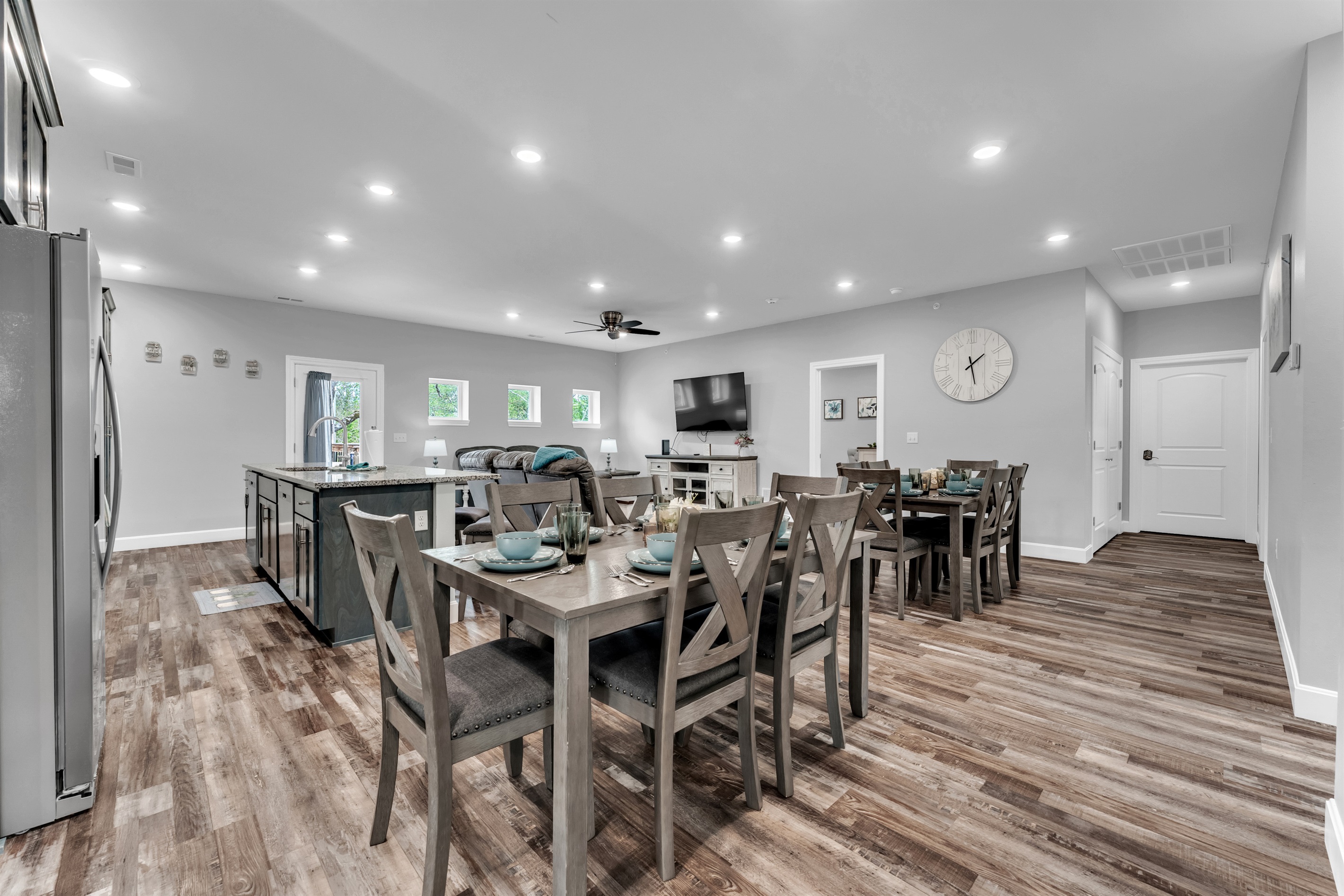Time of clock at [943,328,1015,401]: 1:28
